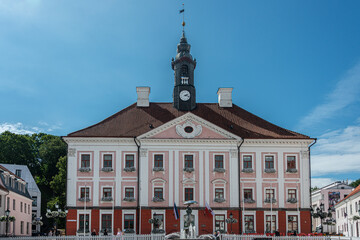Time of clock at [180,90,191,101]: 2:18
